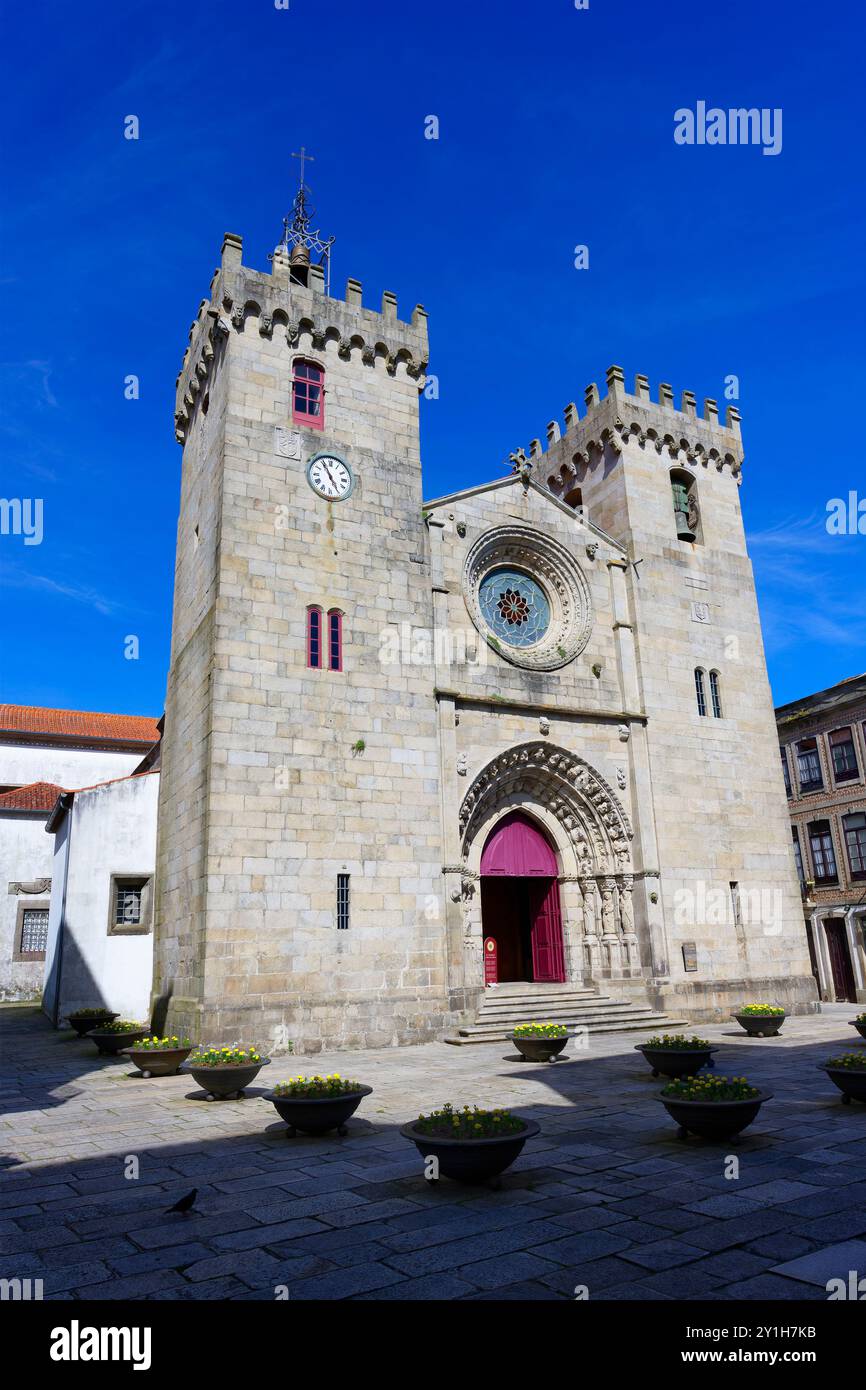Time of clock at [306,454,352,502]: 4:54
